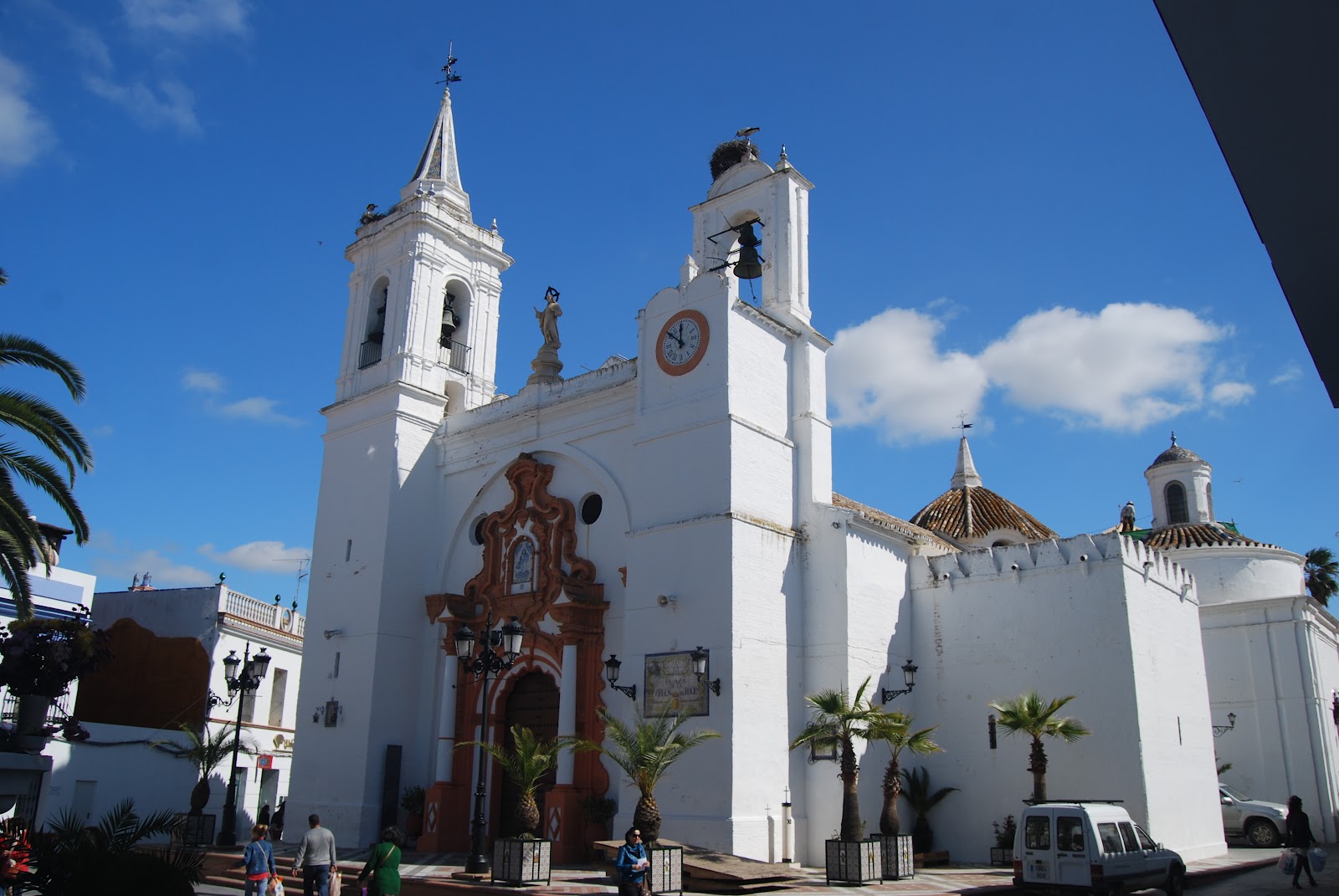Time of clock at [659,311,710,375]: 11:51
